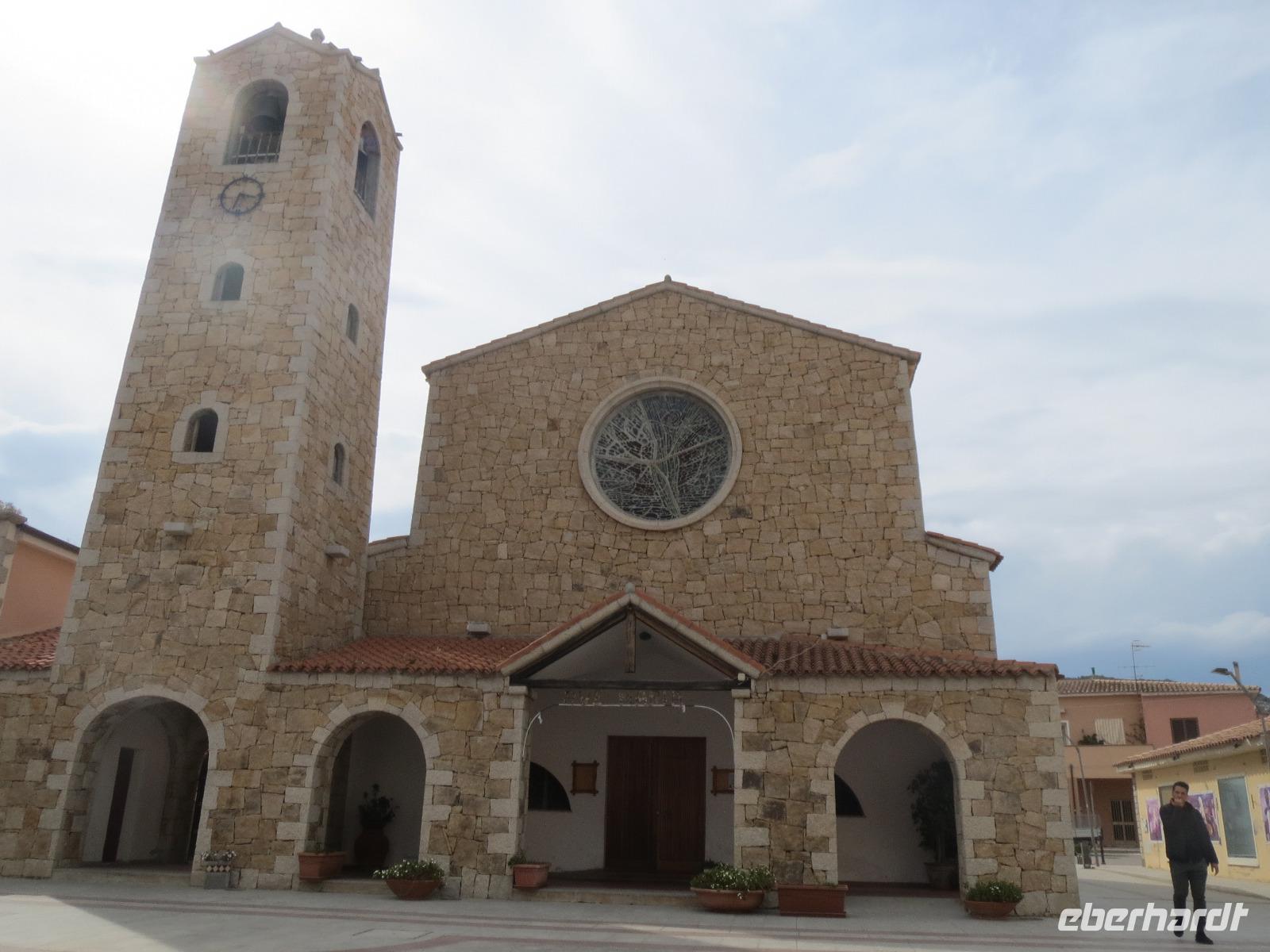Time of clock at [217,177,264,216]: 3:33
